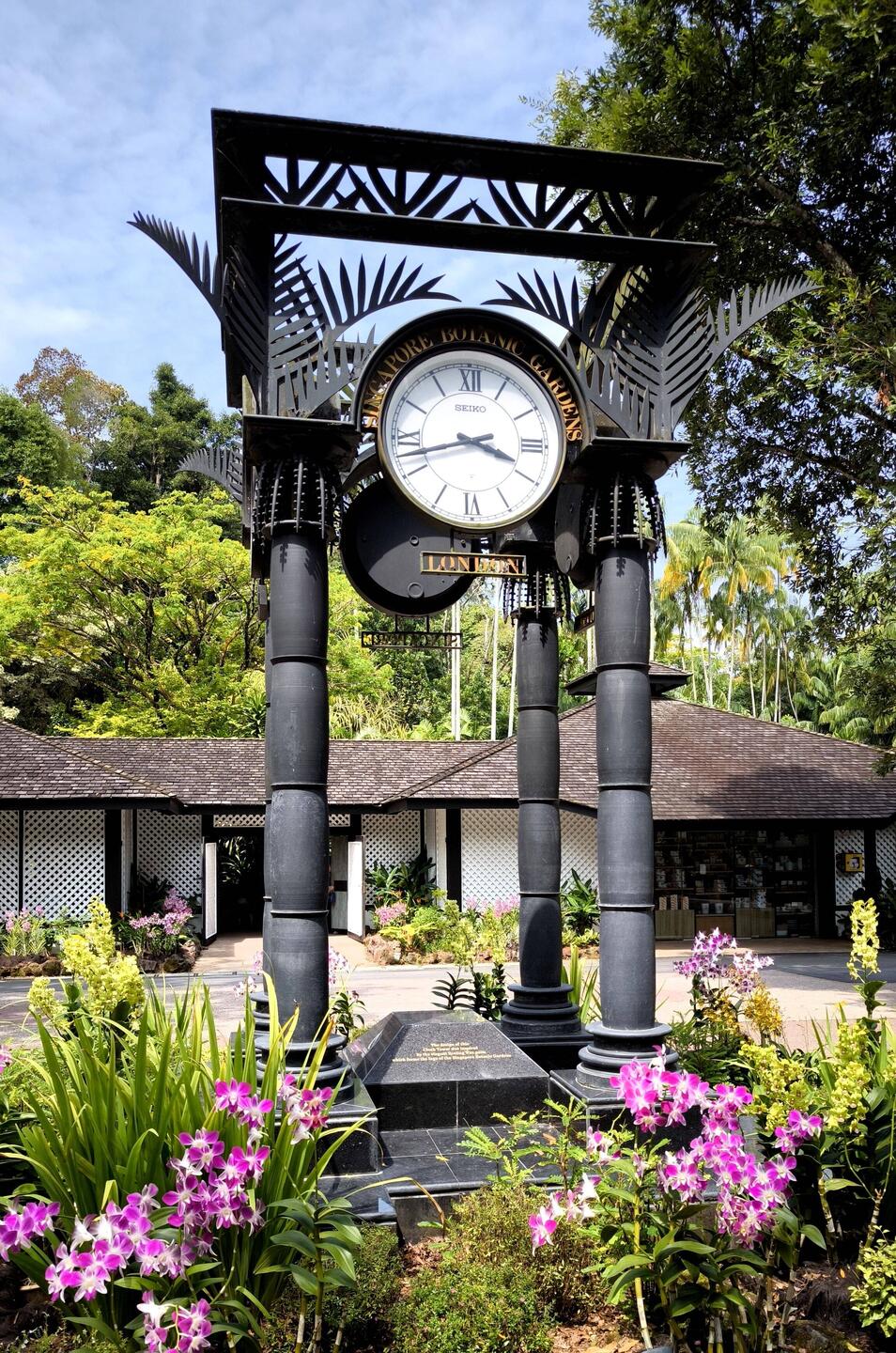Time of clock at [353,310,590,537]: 3:42
